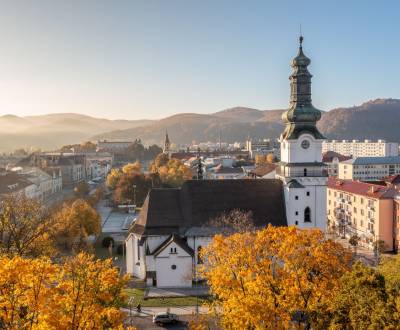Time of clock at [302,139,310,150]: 9:01
